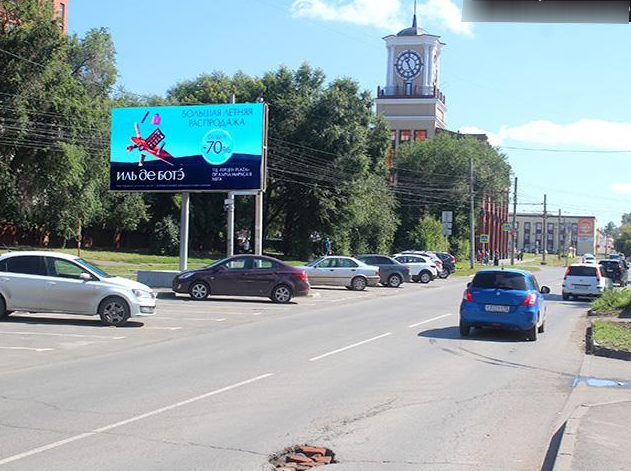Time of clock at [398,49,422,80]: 11:25
